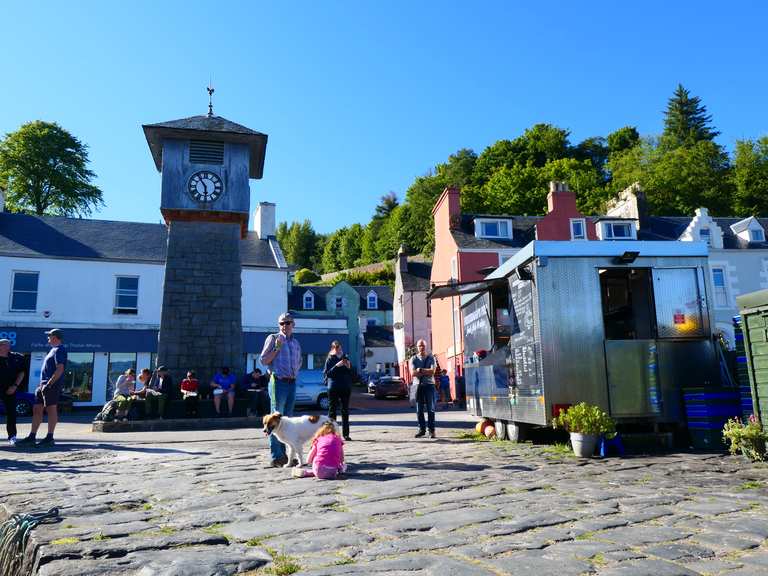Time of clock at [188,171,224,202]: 5:54
